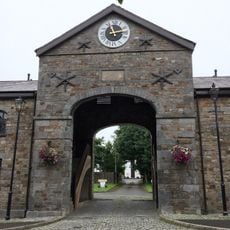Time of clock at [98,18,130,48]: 11:13
